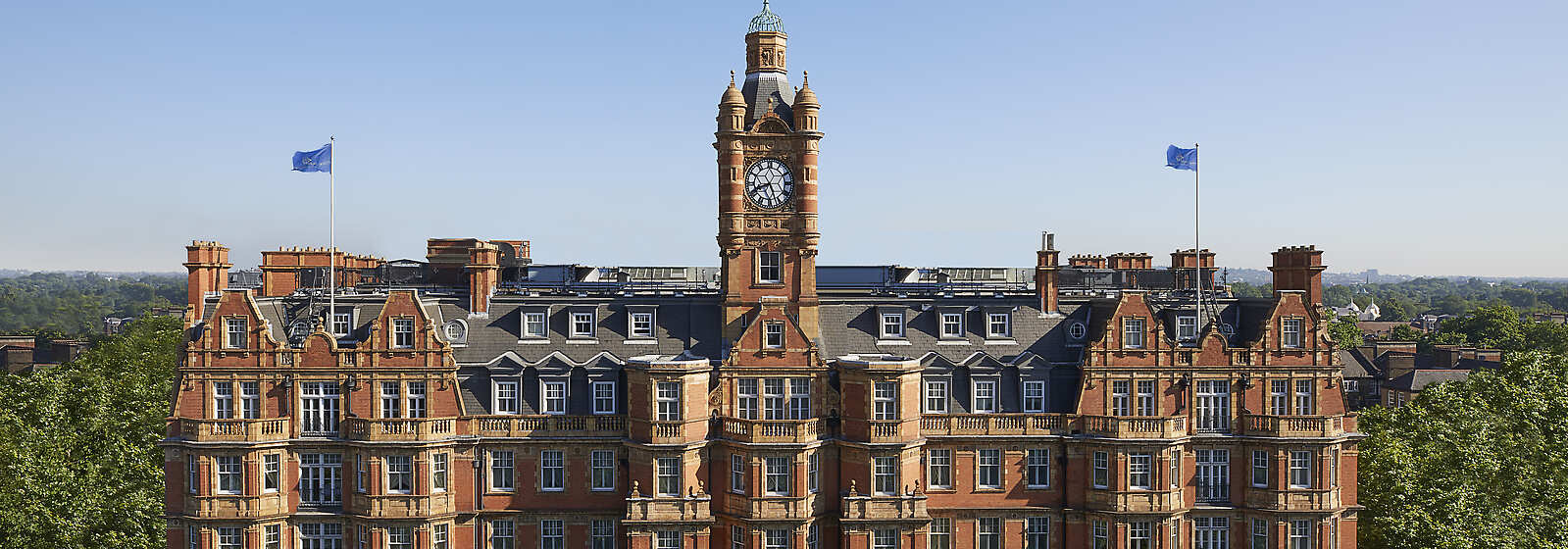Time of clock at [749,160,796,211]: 8:26
